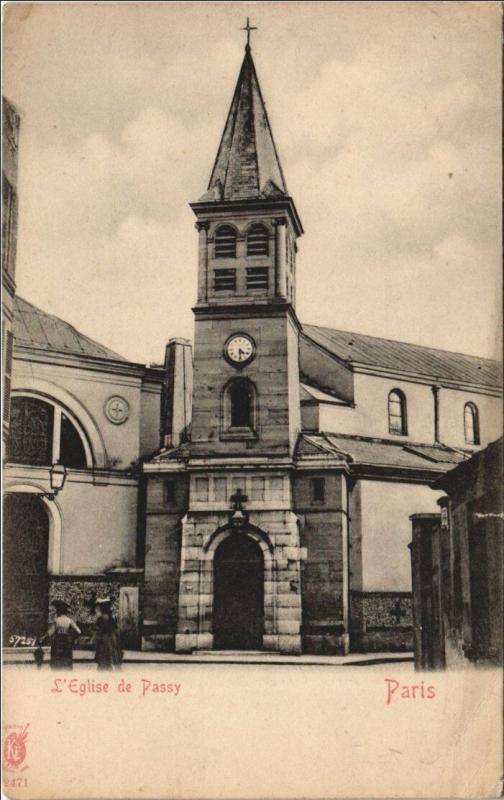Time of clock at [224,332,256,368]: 4:29
